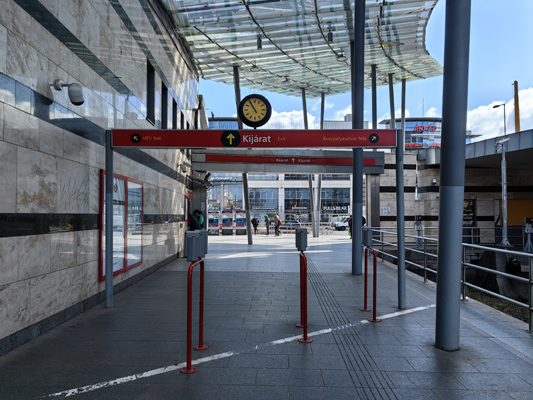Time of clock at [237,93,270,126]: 10:54
